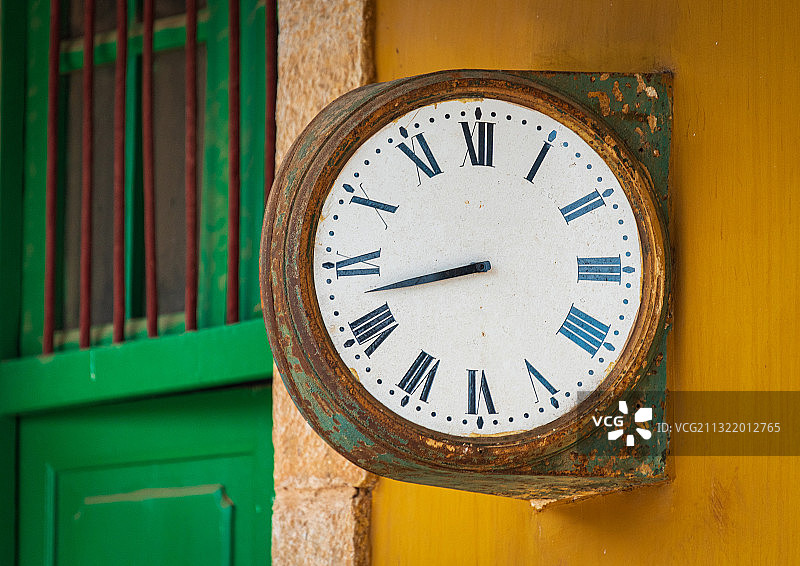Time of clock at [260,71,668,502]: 8:42
